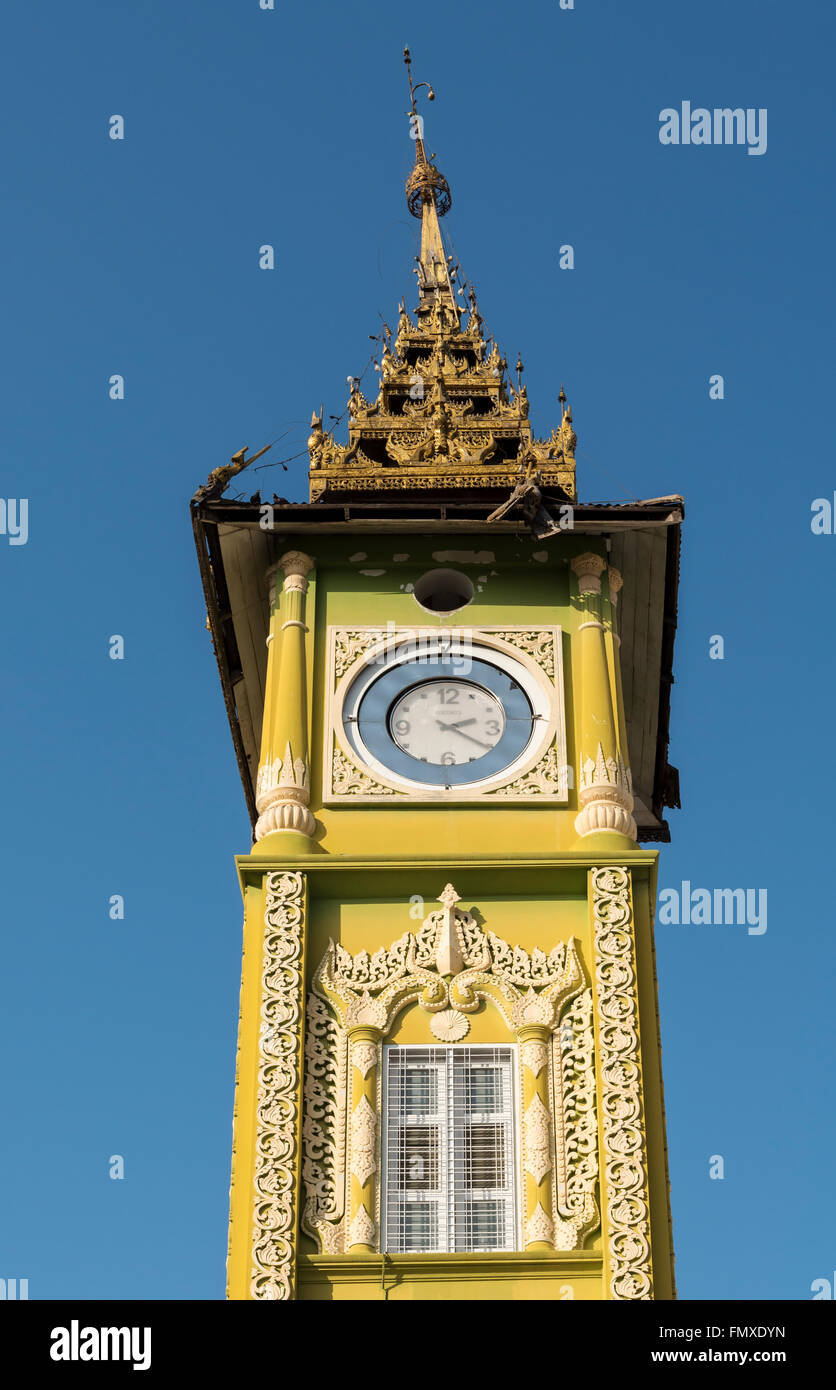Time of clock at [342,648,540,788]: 2:21
